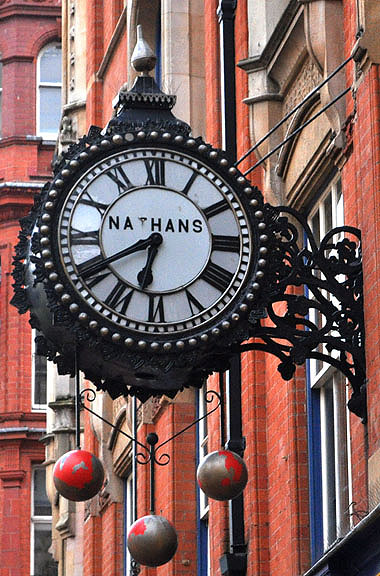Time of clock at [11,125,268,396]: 6:40
